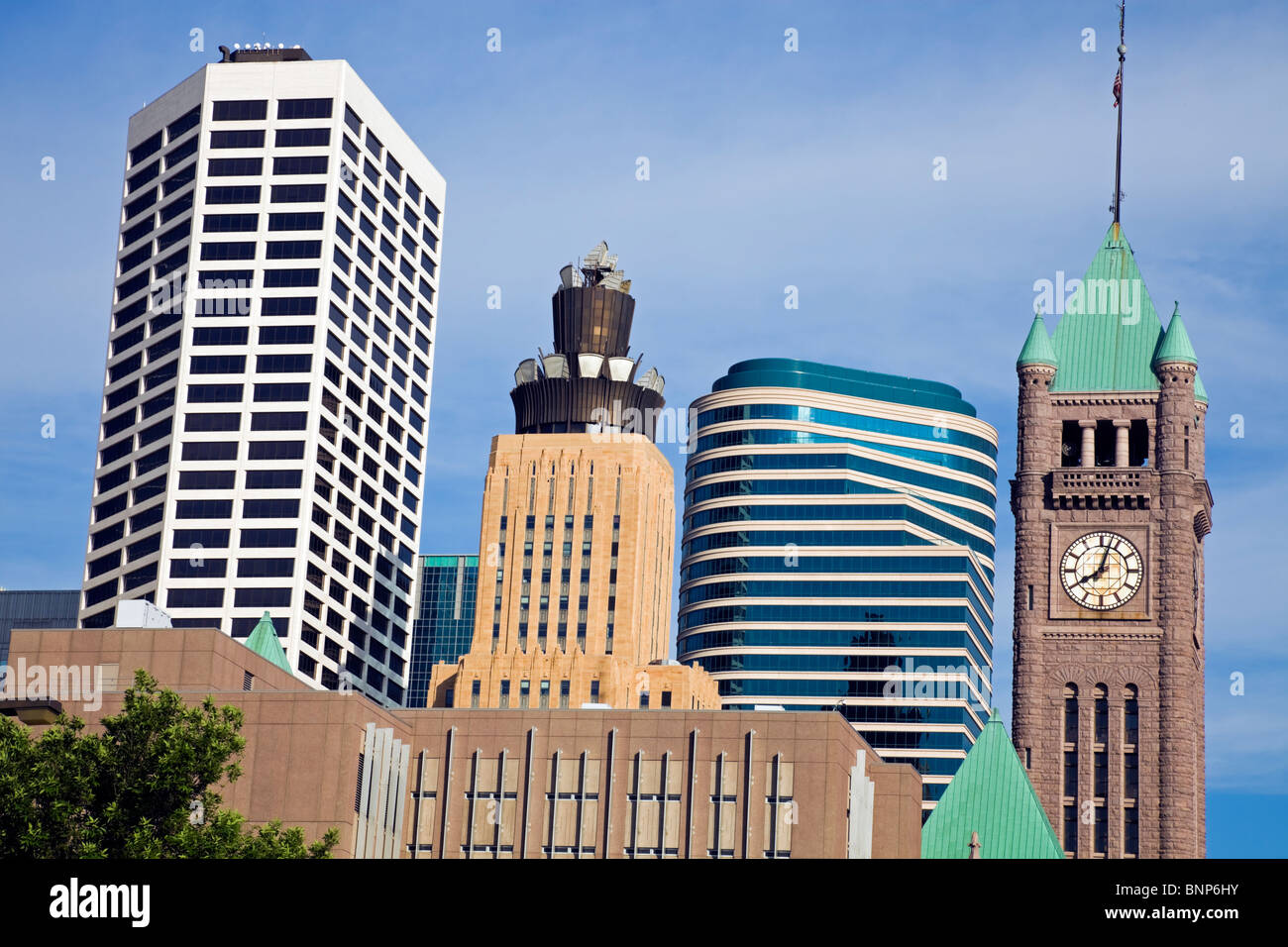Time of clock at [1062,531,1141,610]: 8:03
